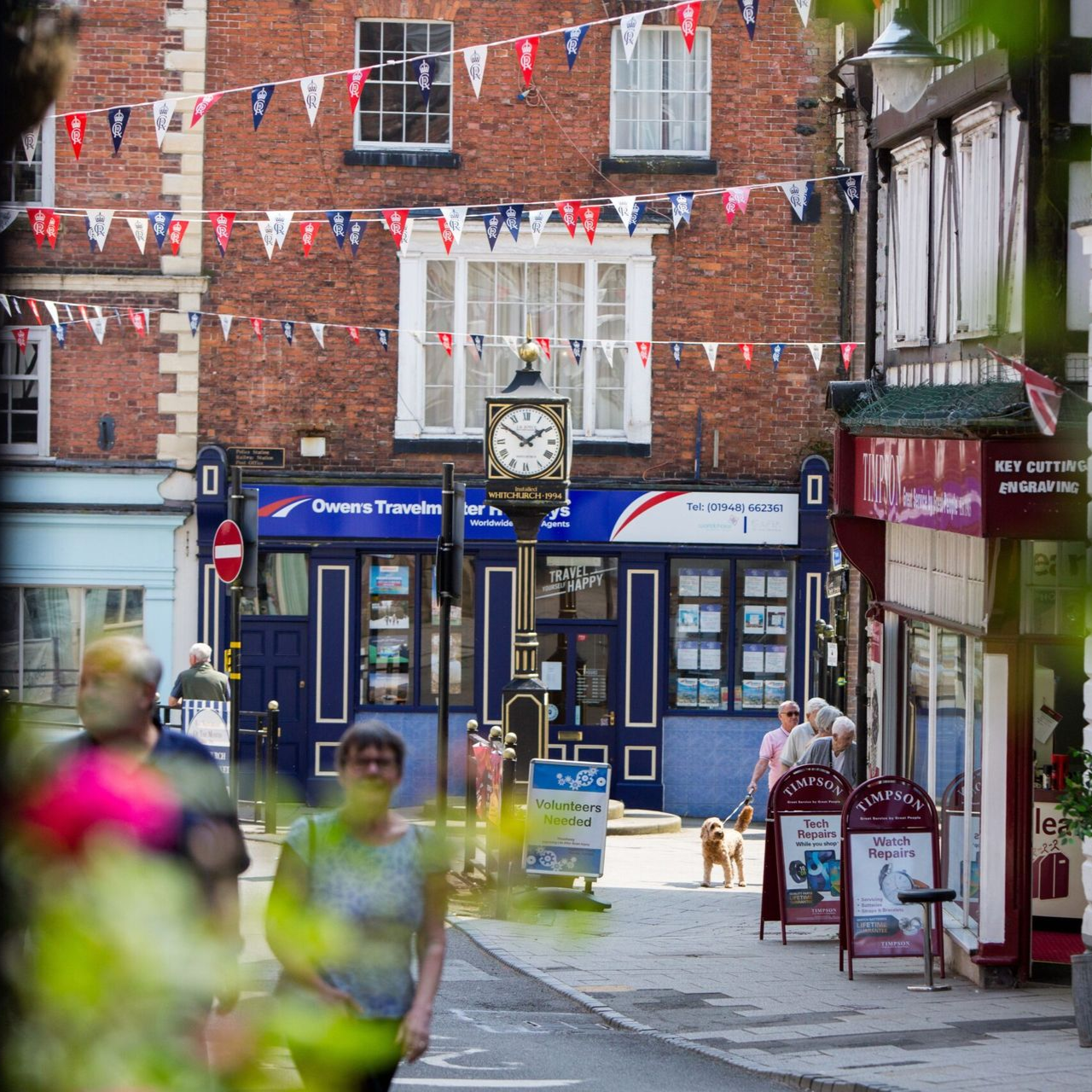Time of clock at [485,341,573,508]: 1:50
